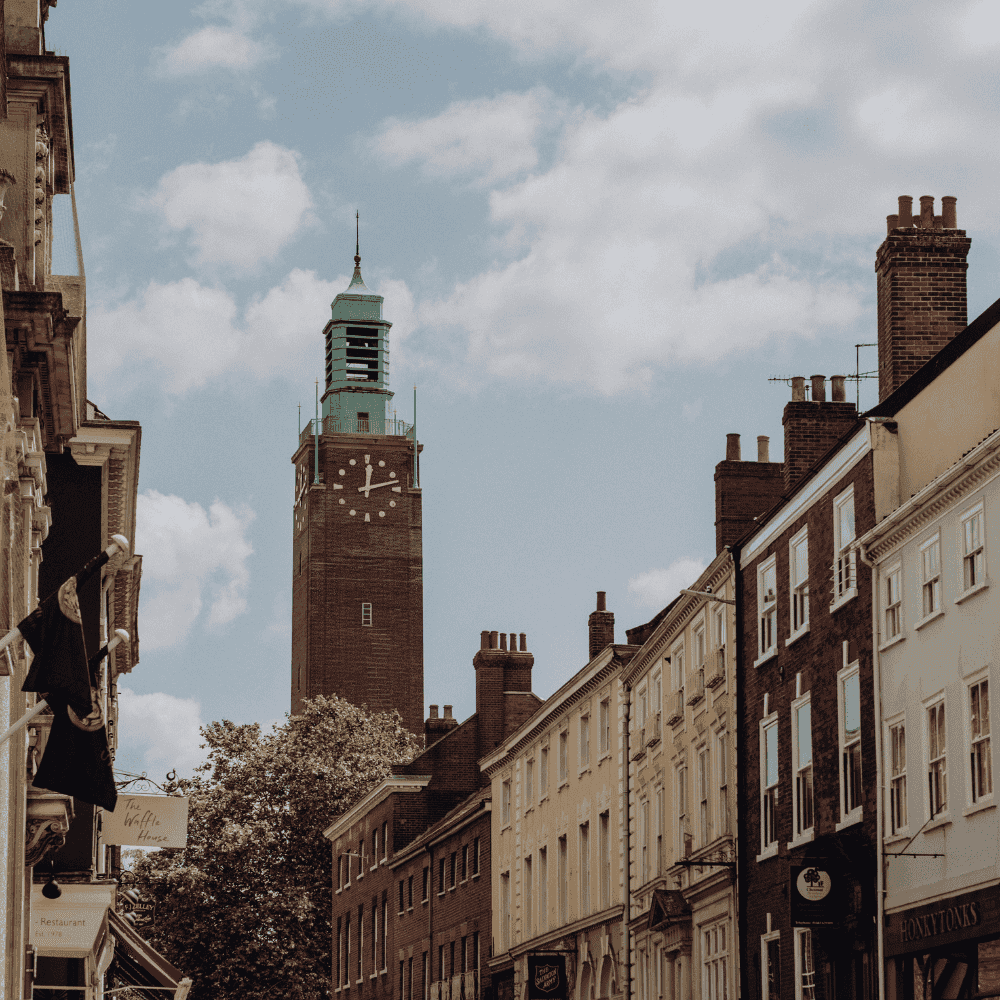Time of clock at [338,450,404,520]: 12:12
